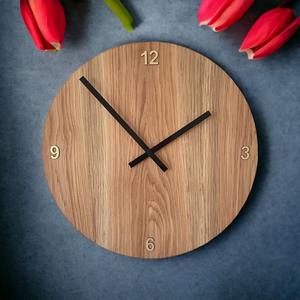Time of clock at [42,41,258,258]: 1:52
